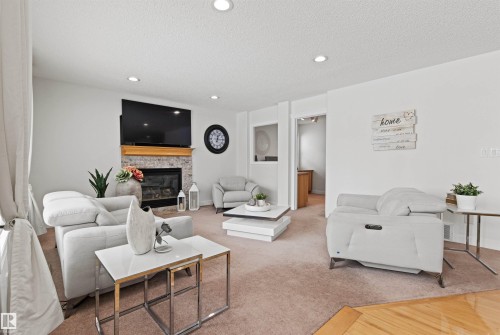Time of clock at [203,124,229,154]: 12:14
